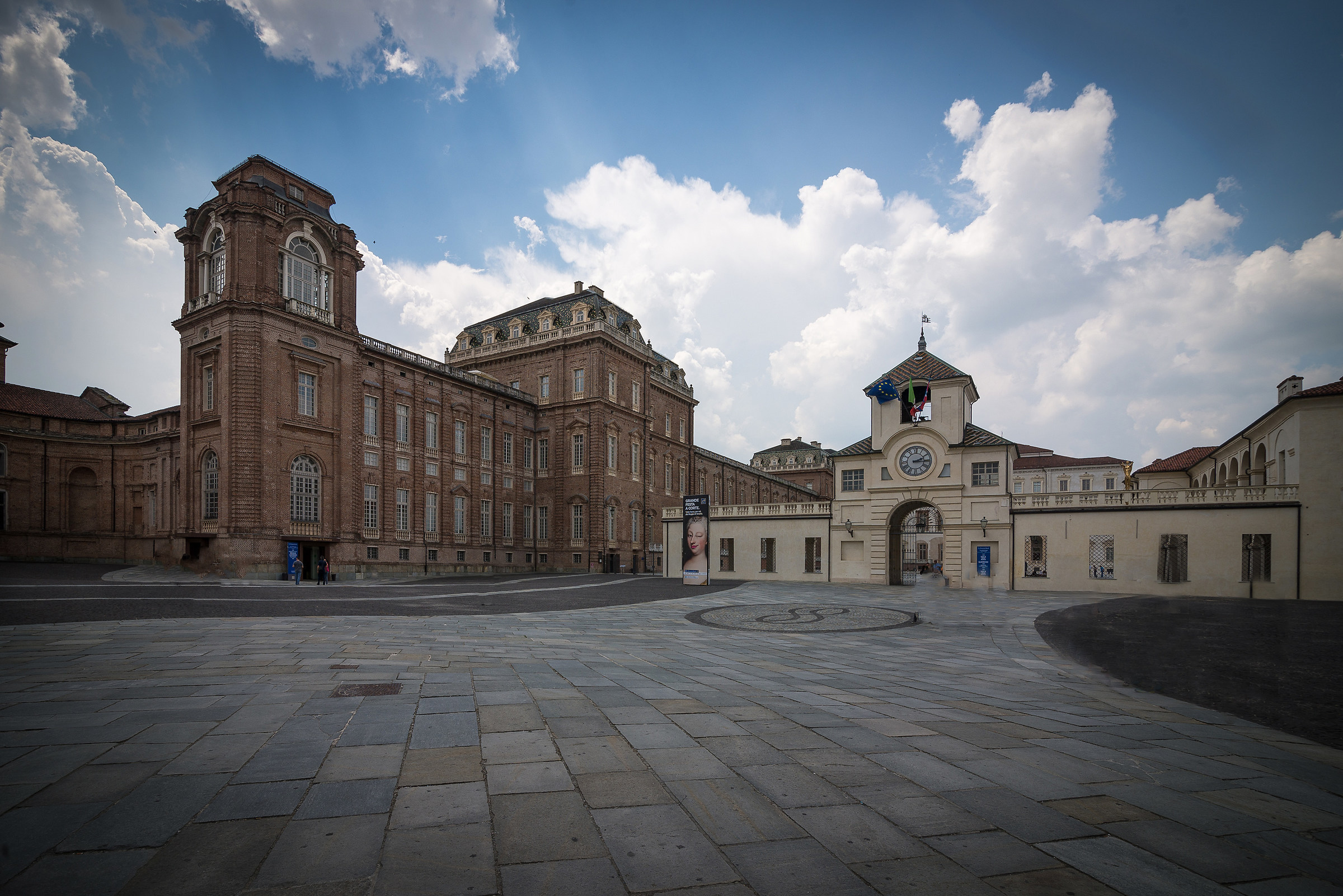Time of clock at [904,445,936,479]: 2:15
